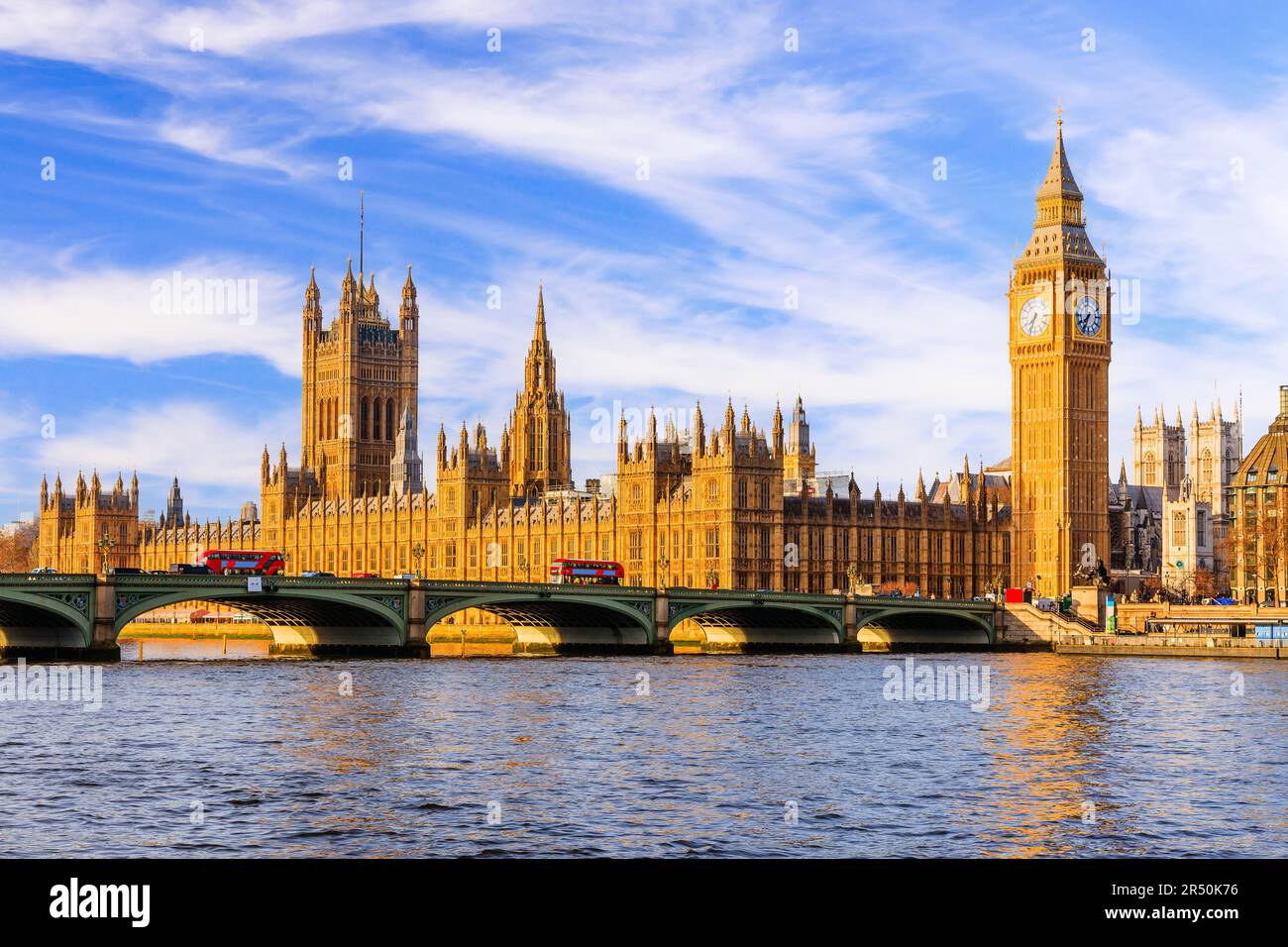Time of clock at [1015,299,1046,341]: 7:33
